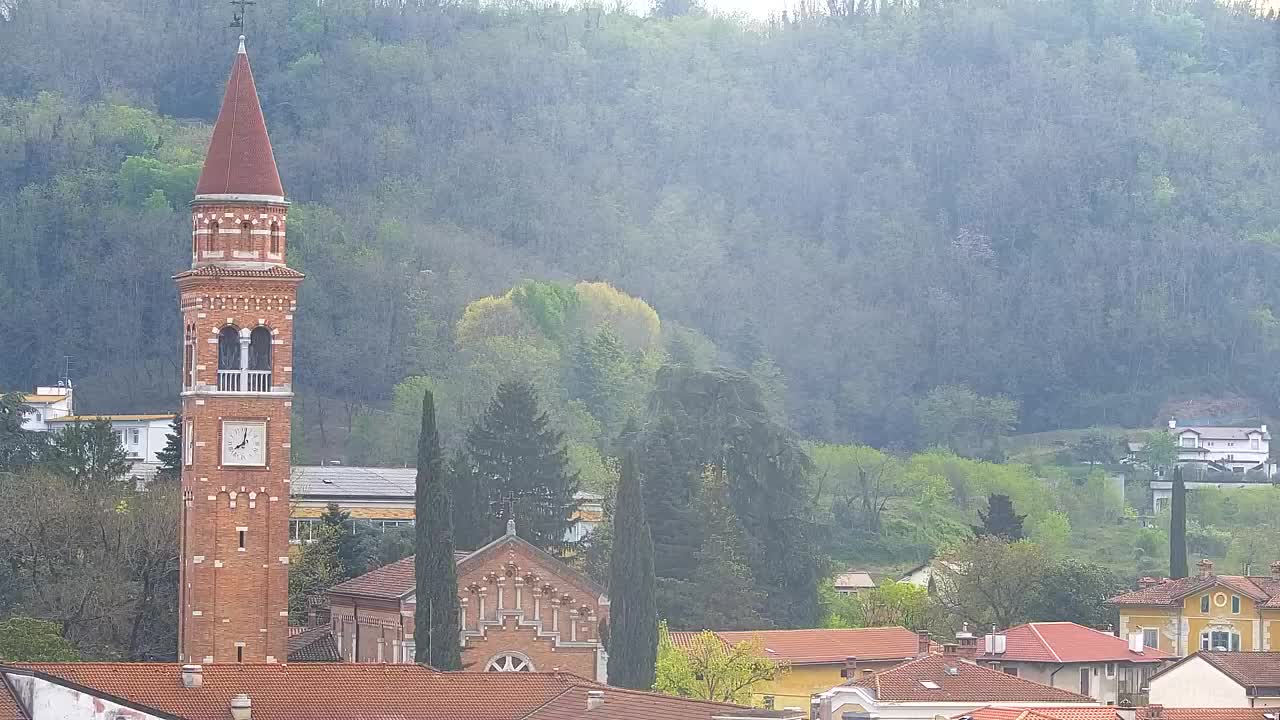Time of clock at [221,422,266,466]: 8:01
